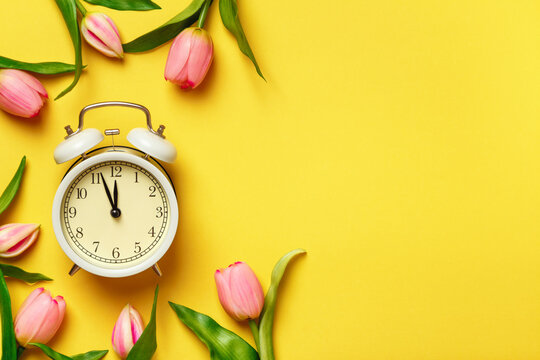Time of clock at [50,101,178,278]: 11:56
